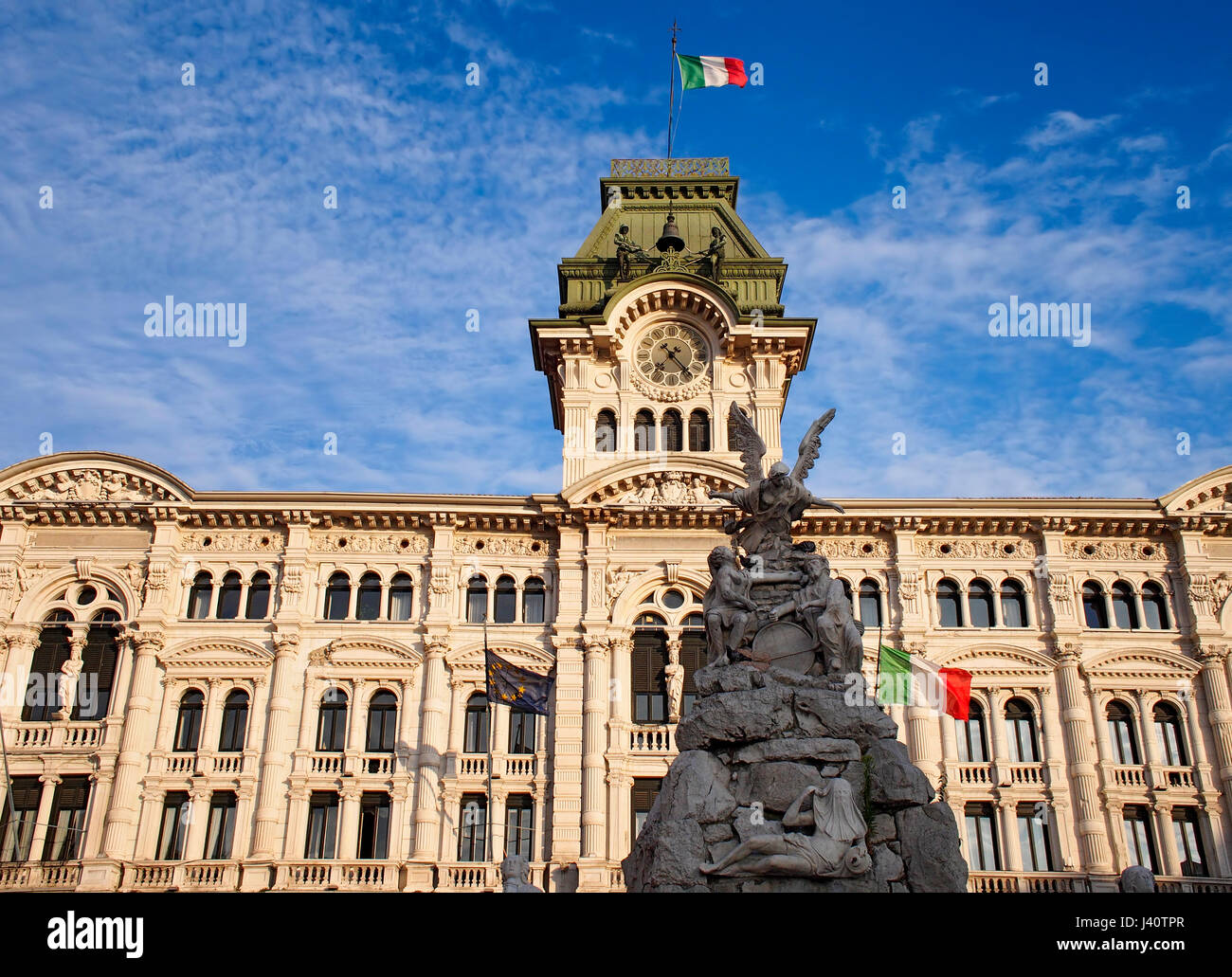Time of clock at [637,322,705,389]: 7:23
